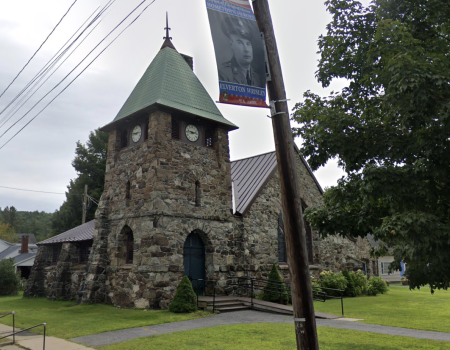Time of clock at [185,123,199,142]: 2:46
